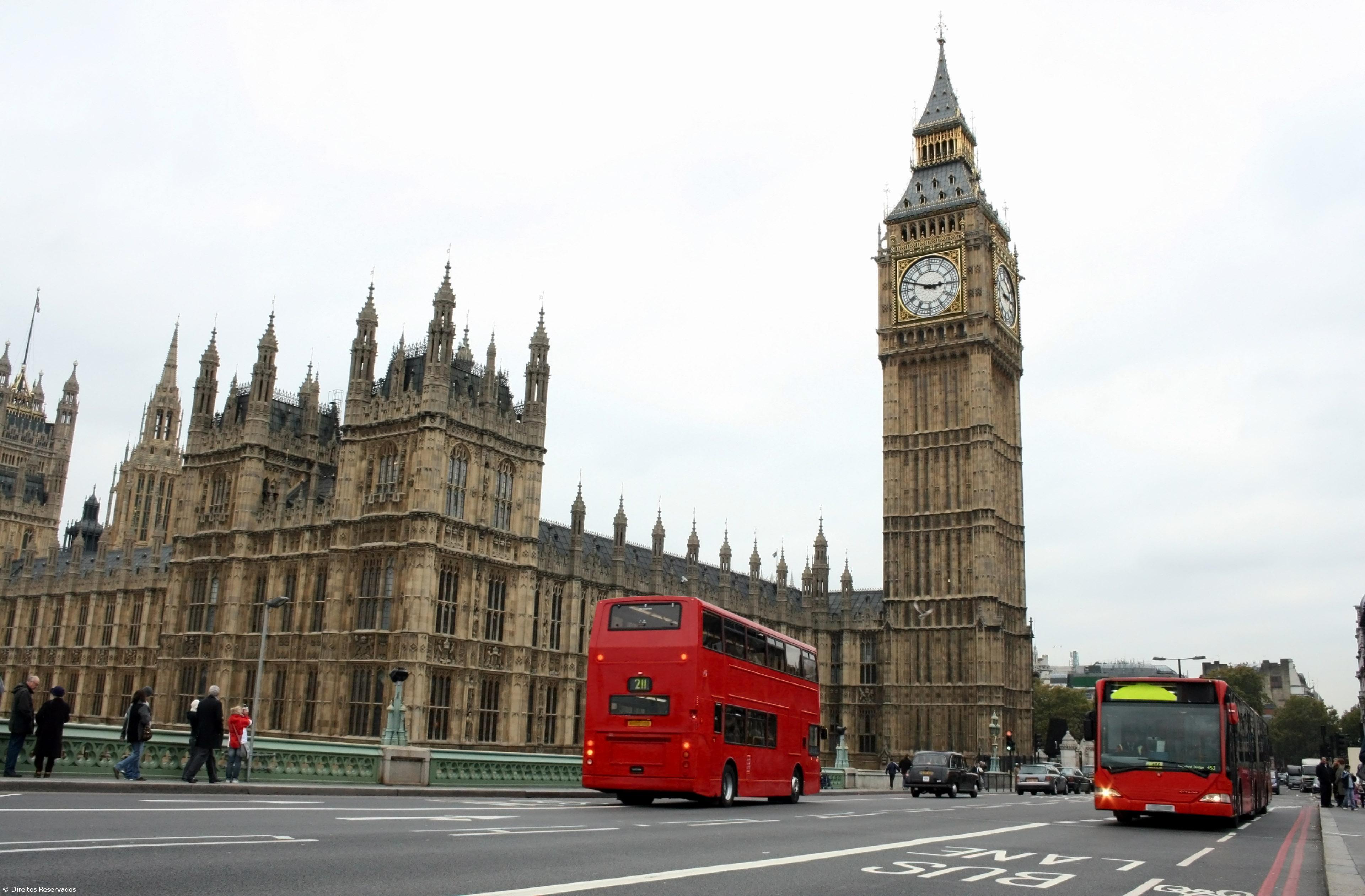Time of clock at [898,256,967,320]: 2:48
